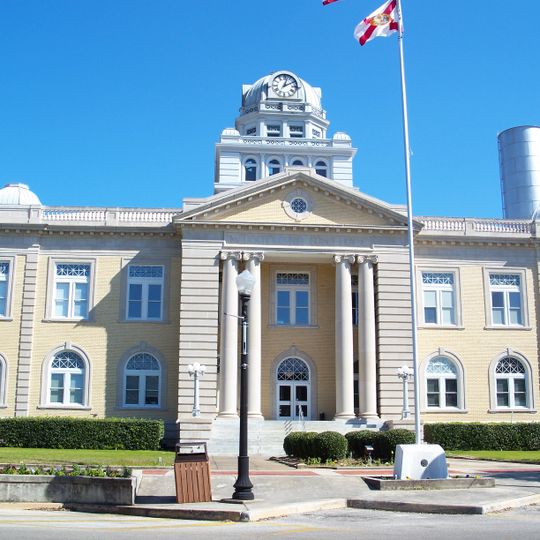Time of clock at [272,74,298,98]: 2:02
